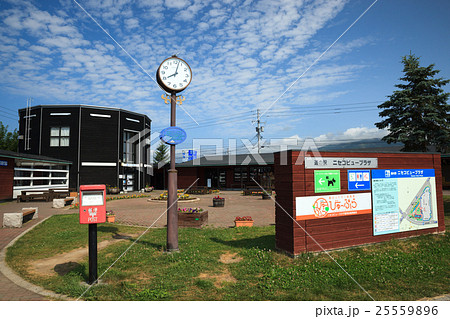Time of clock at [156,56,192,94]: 8:02
